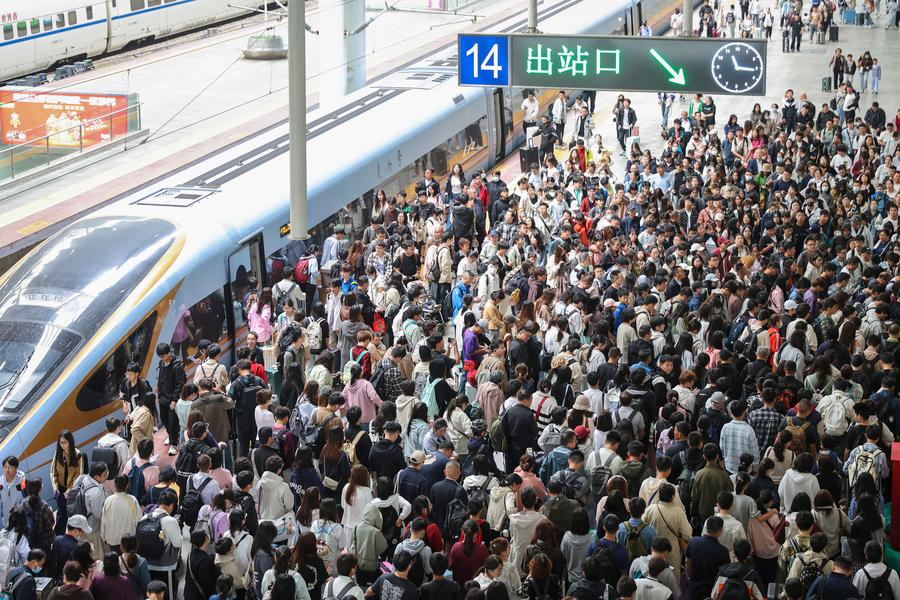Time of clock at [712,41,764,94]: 11:16
